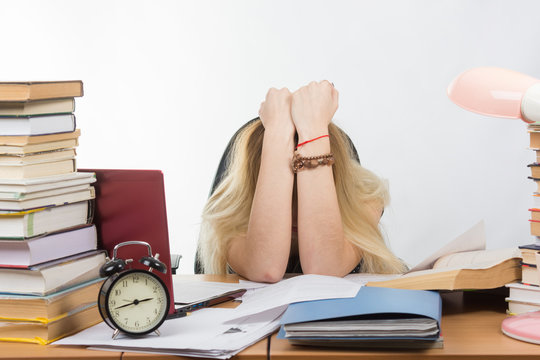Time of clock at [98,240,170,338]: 2:42
